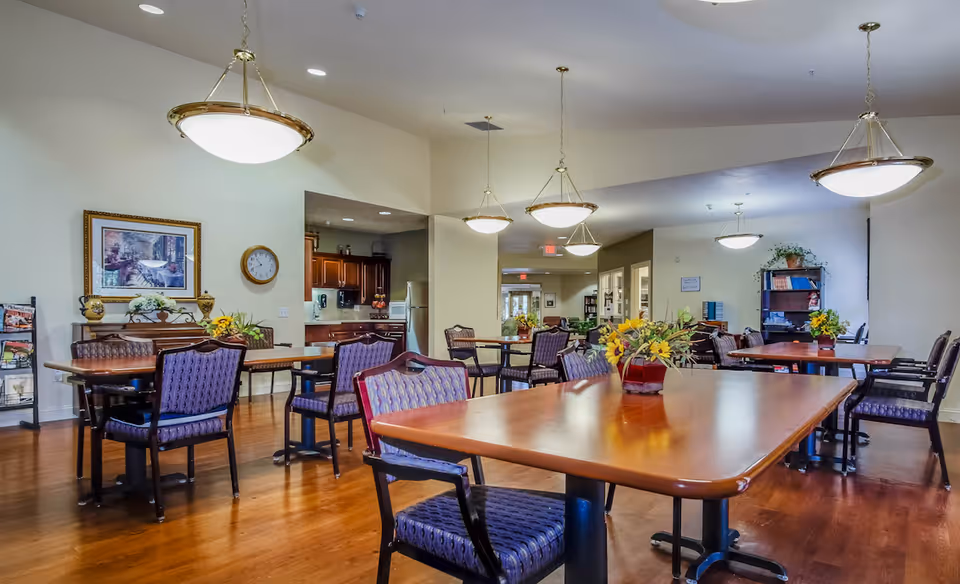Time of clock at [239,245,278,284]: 10:41
